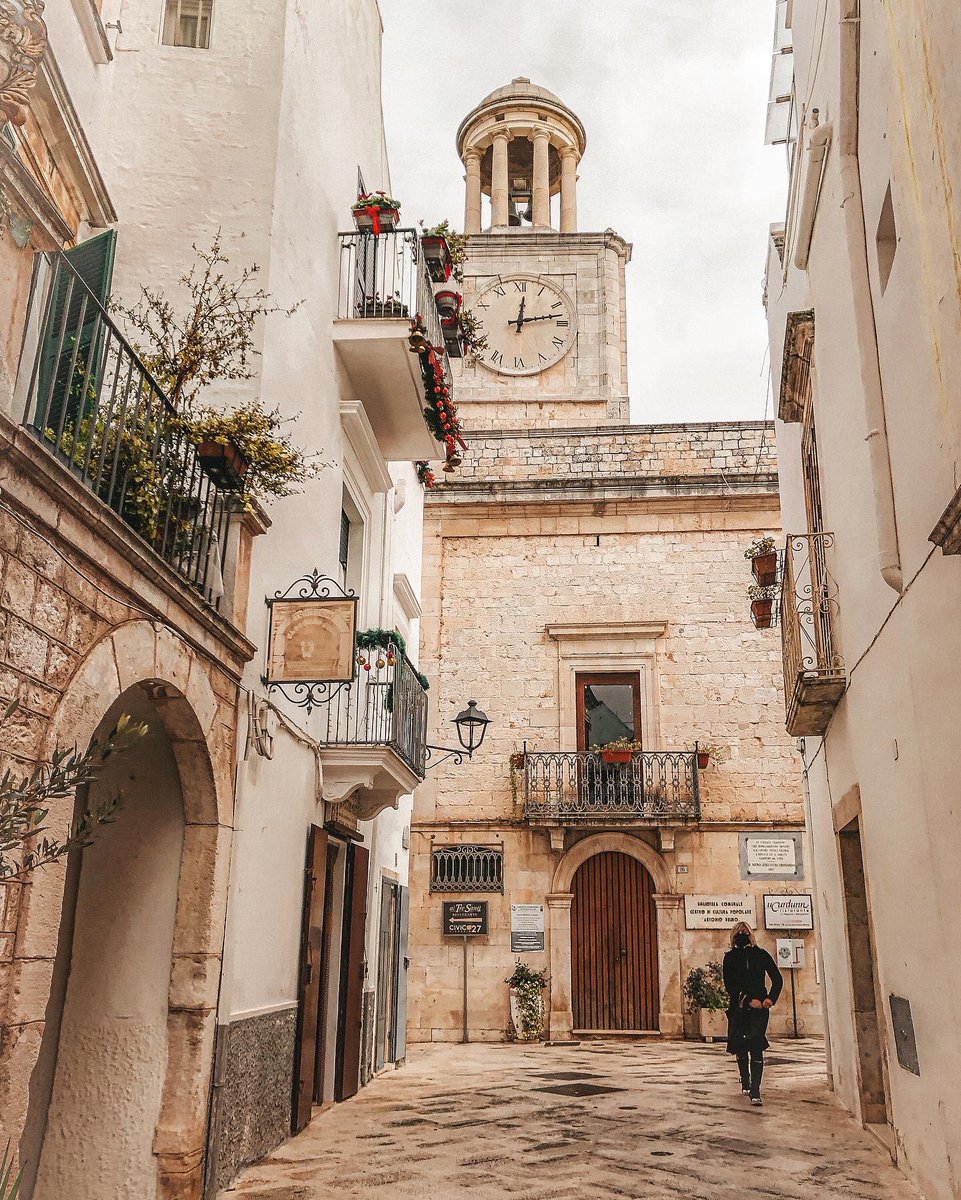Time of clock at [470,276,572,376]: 12:13
